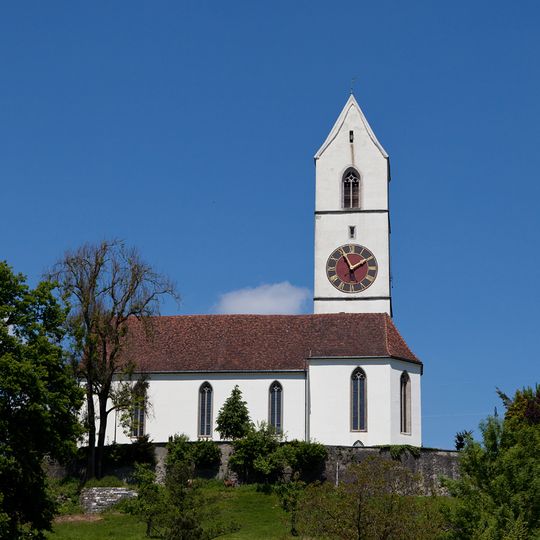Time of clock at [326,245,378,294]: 1:55
